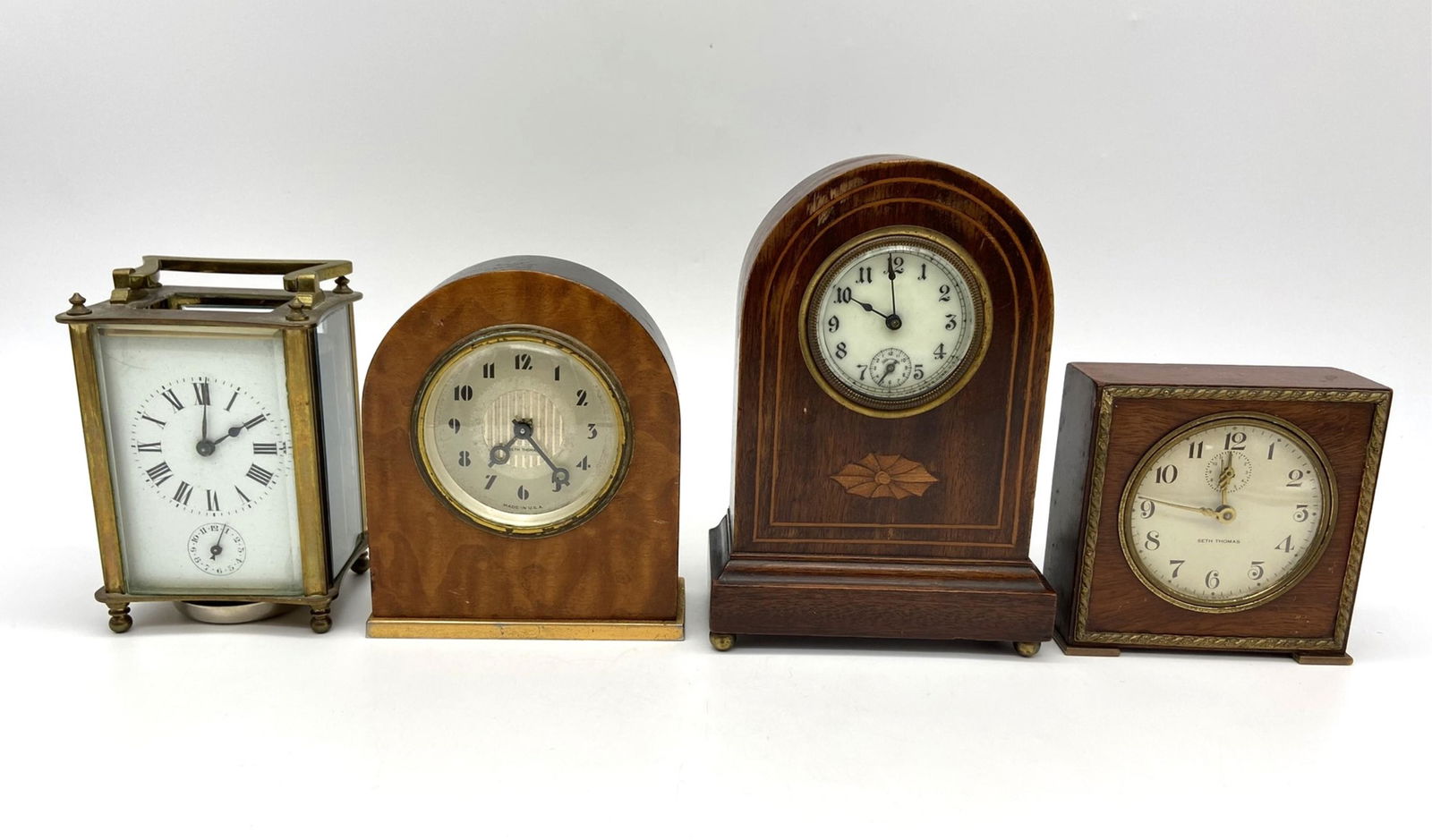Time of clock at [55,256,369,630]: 12:10
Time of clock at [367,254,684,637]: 7:23
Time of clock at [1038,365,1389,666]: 12:00
